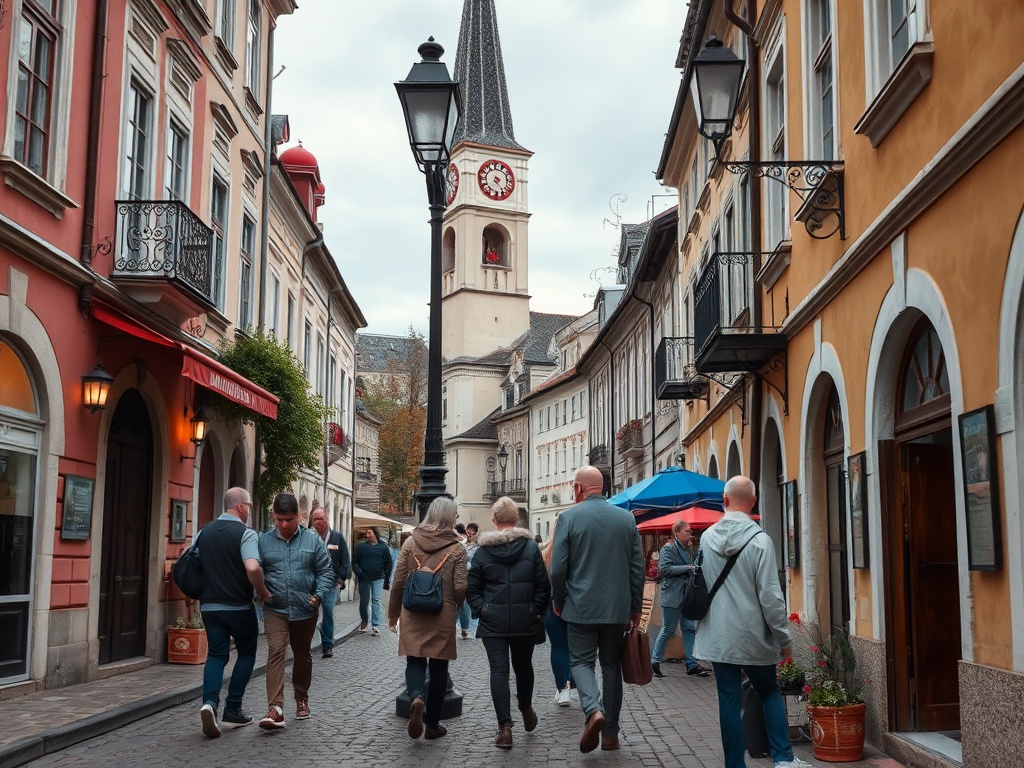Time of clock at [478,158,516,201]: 4:23
